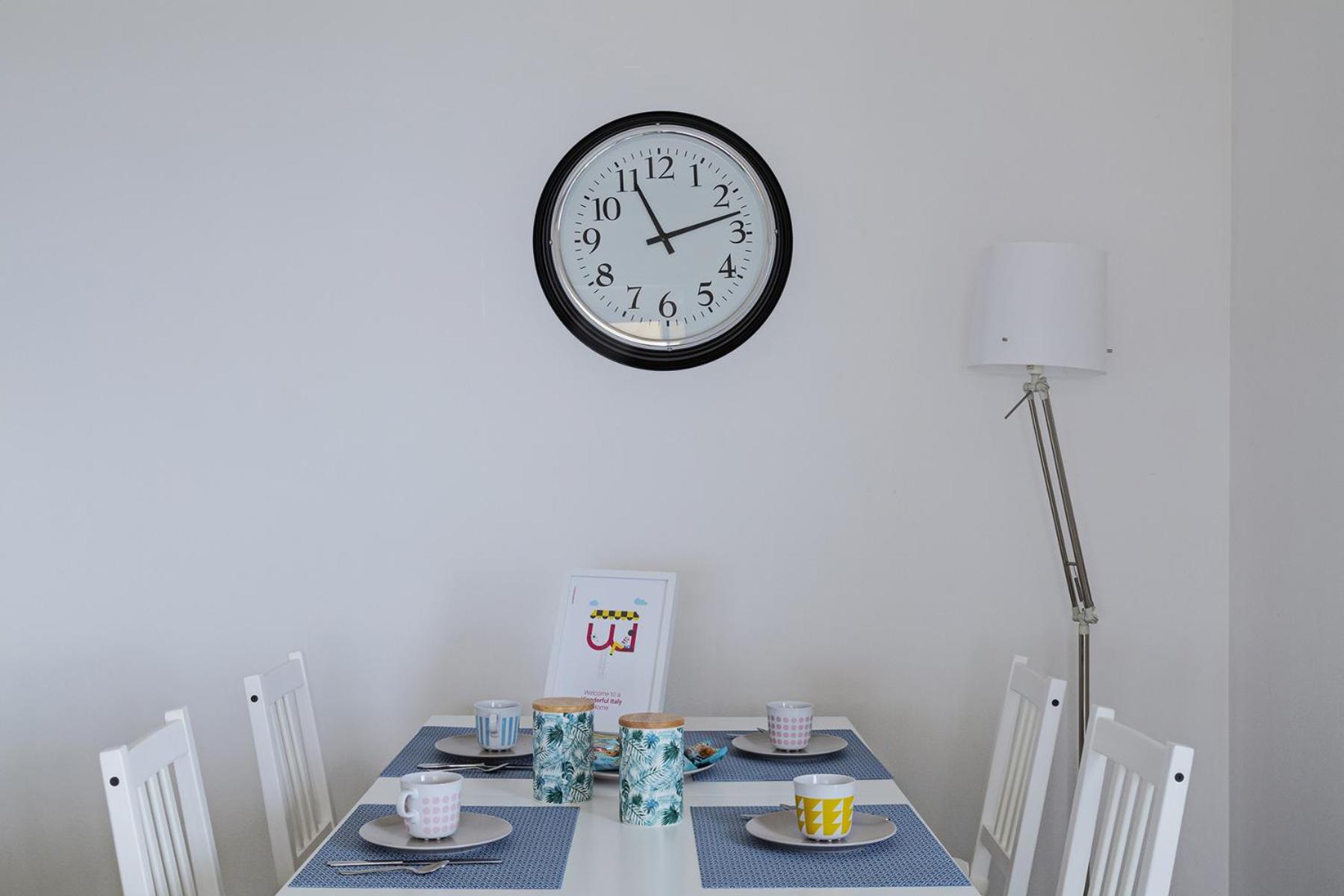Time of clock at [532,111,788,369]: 11:12
